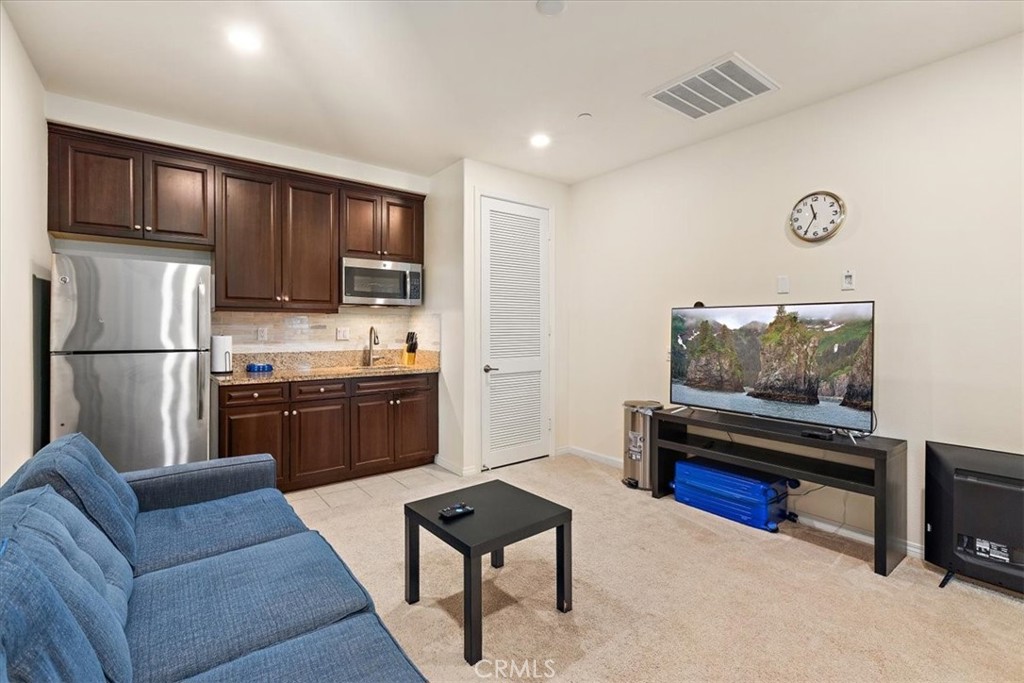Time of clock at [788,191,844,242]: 11:35
